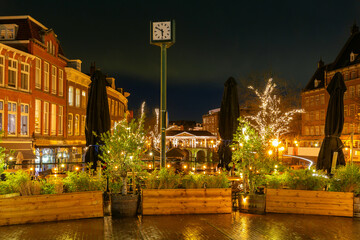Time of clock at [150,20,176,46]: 5:50
